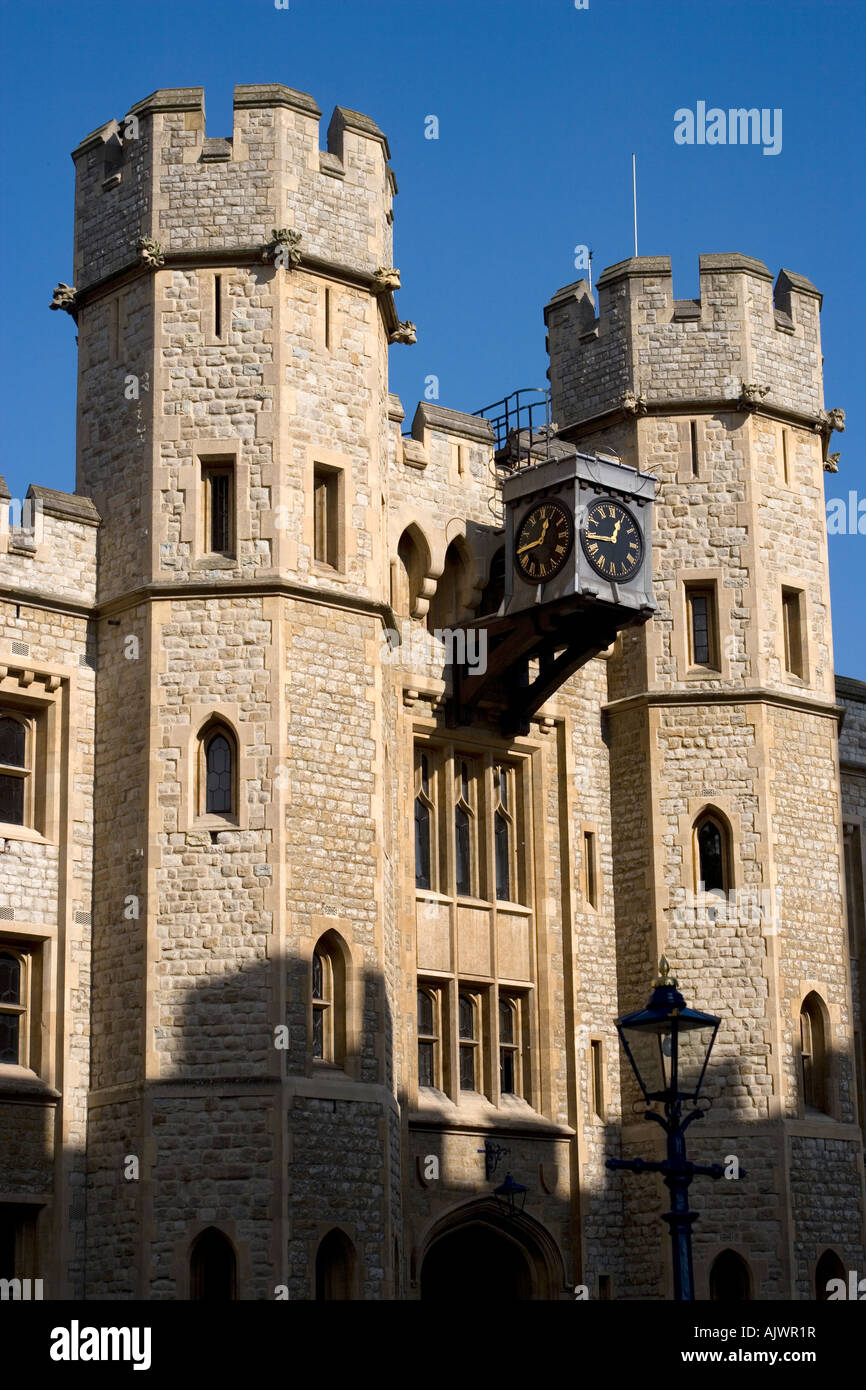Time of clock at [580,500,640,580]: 12:44
